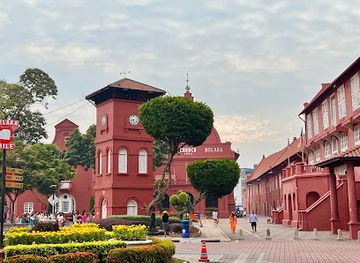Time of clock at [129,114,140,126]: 8:27
